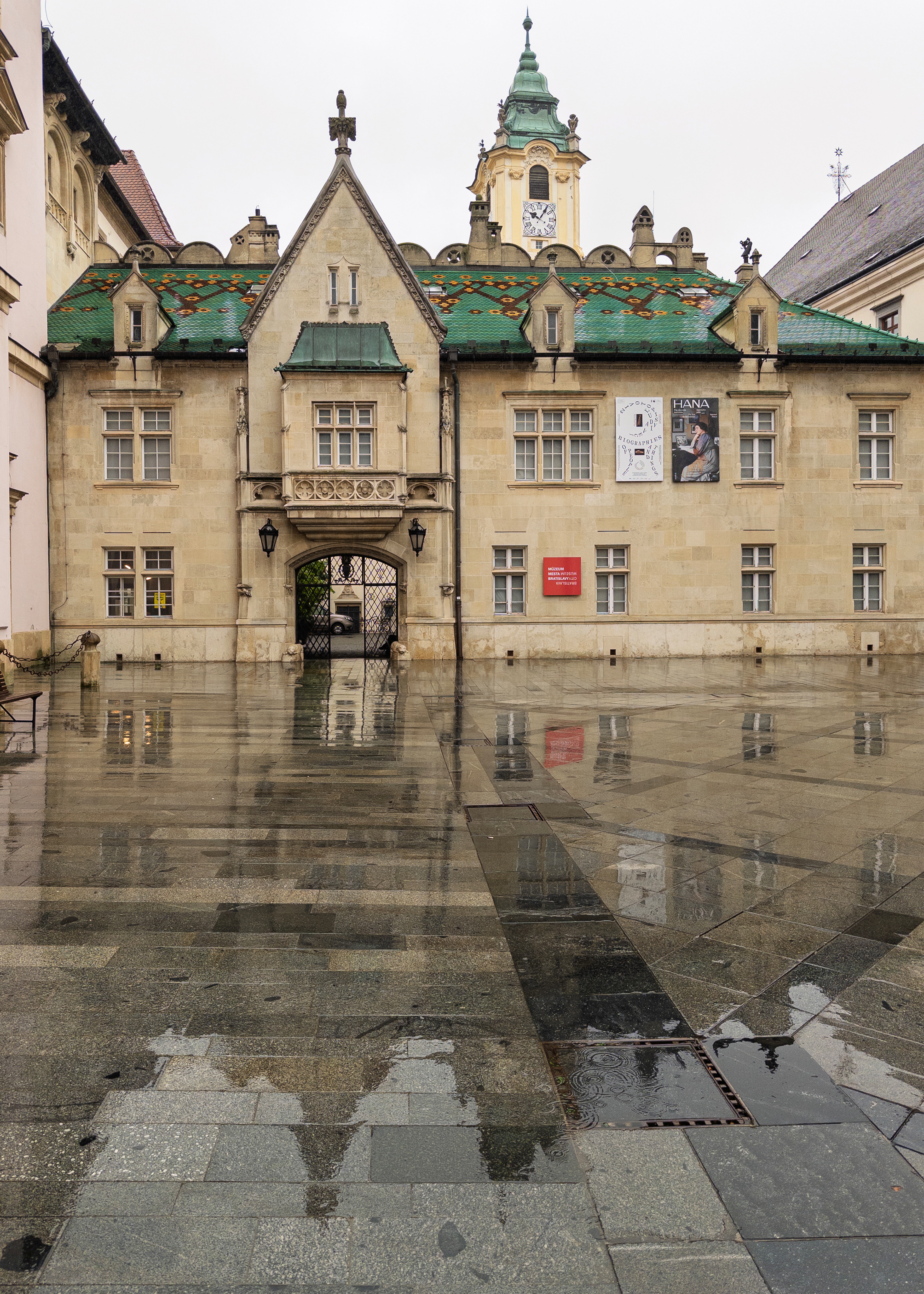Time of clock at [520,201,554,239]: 10:06
